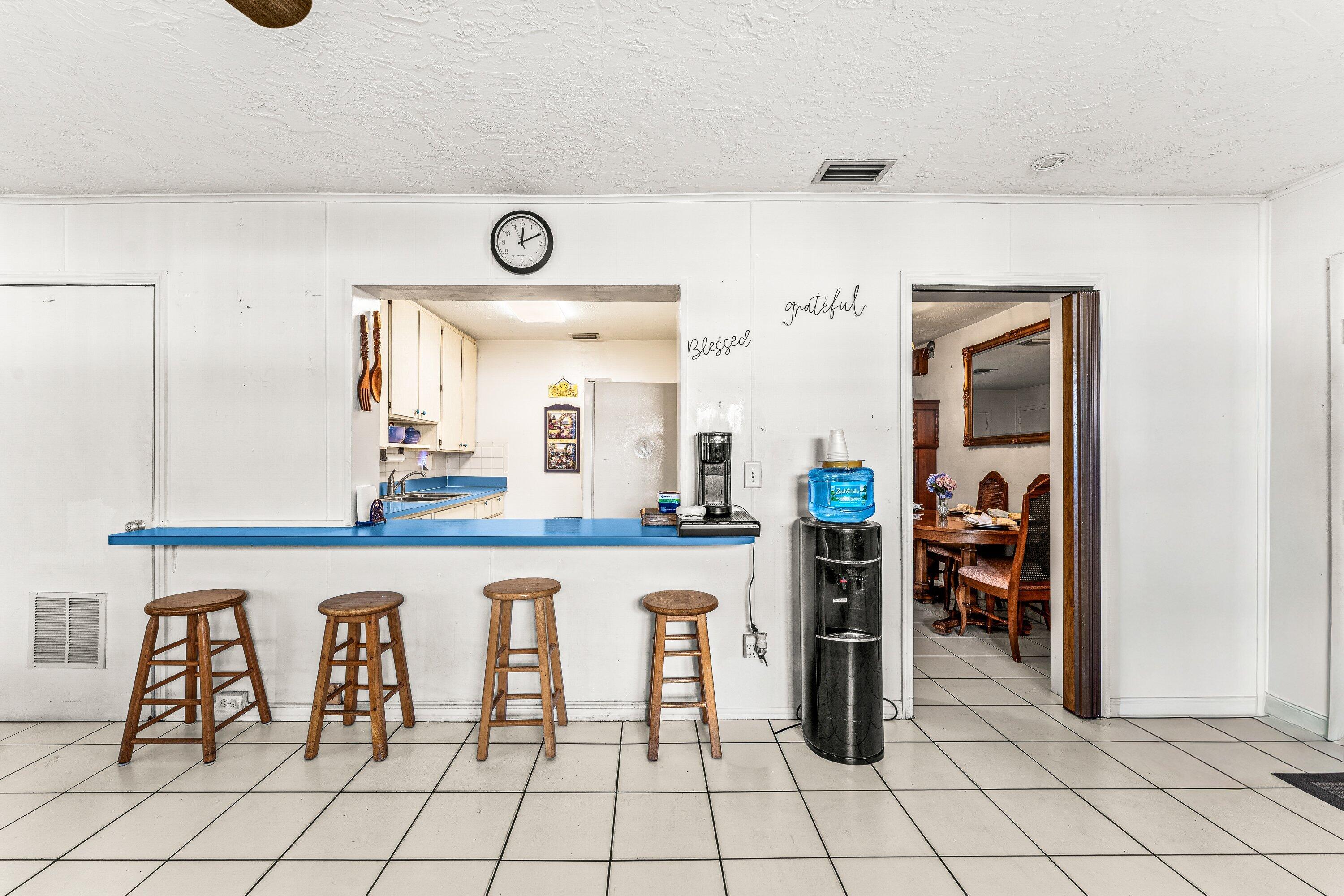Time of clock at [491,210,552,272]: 12:10
